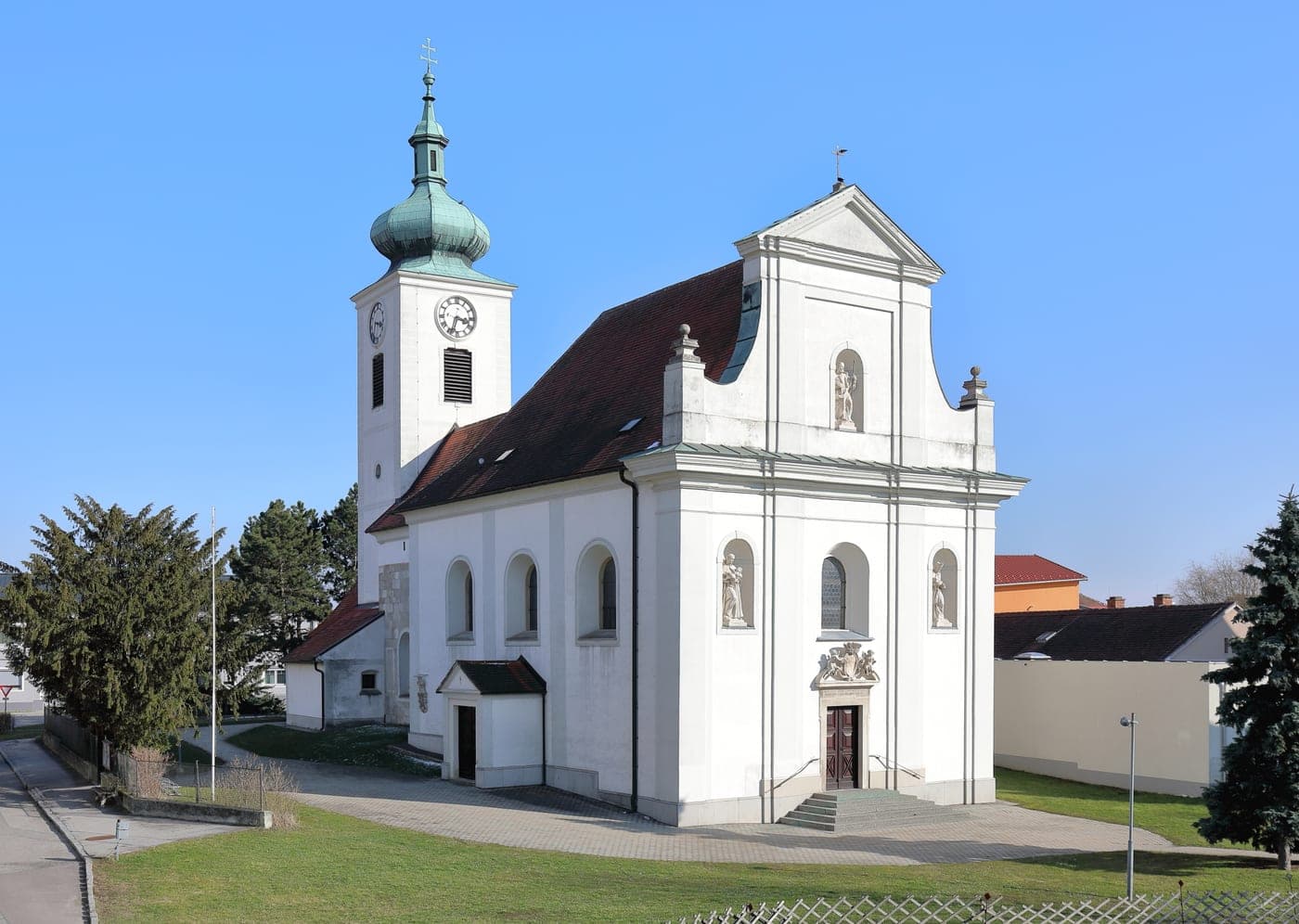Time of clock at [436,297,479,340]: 3:33
